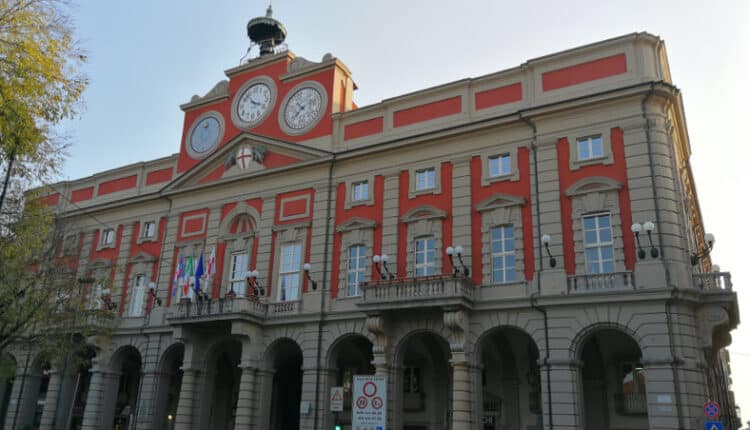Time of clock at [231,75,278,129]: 3:52
